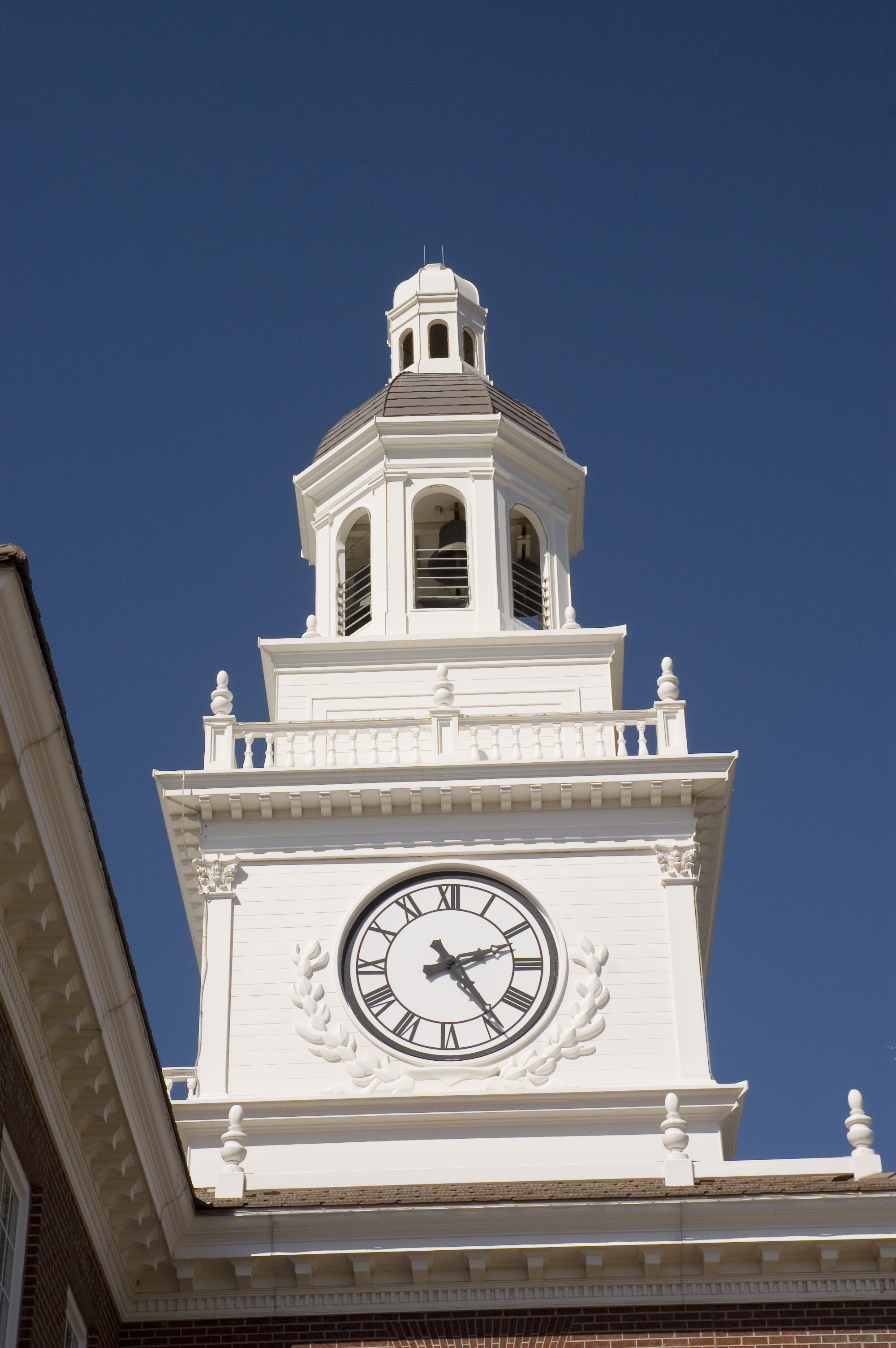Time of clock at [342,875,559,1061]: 2:24
